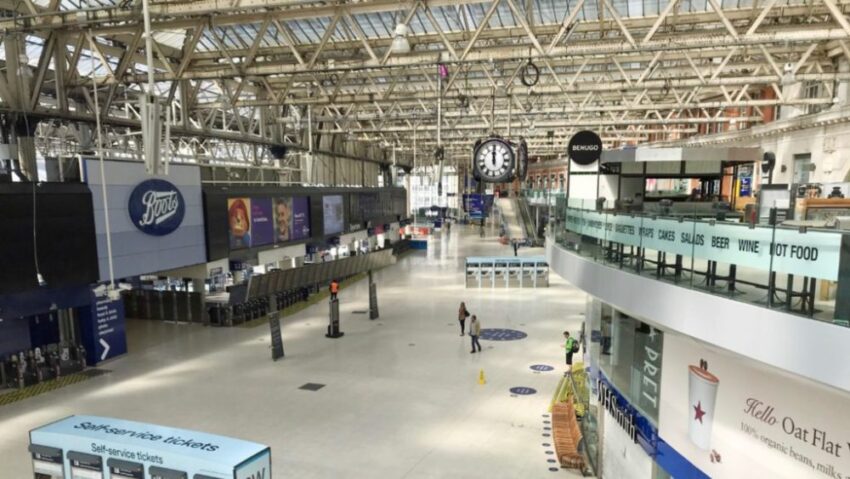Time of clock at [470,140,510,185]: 12:00
